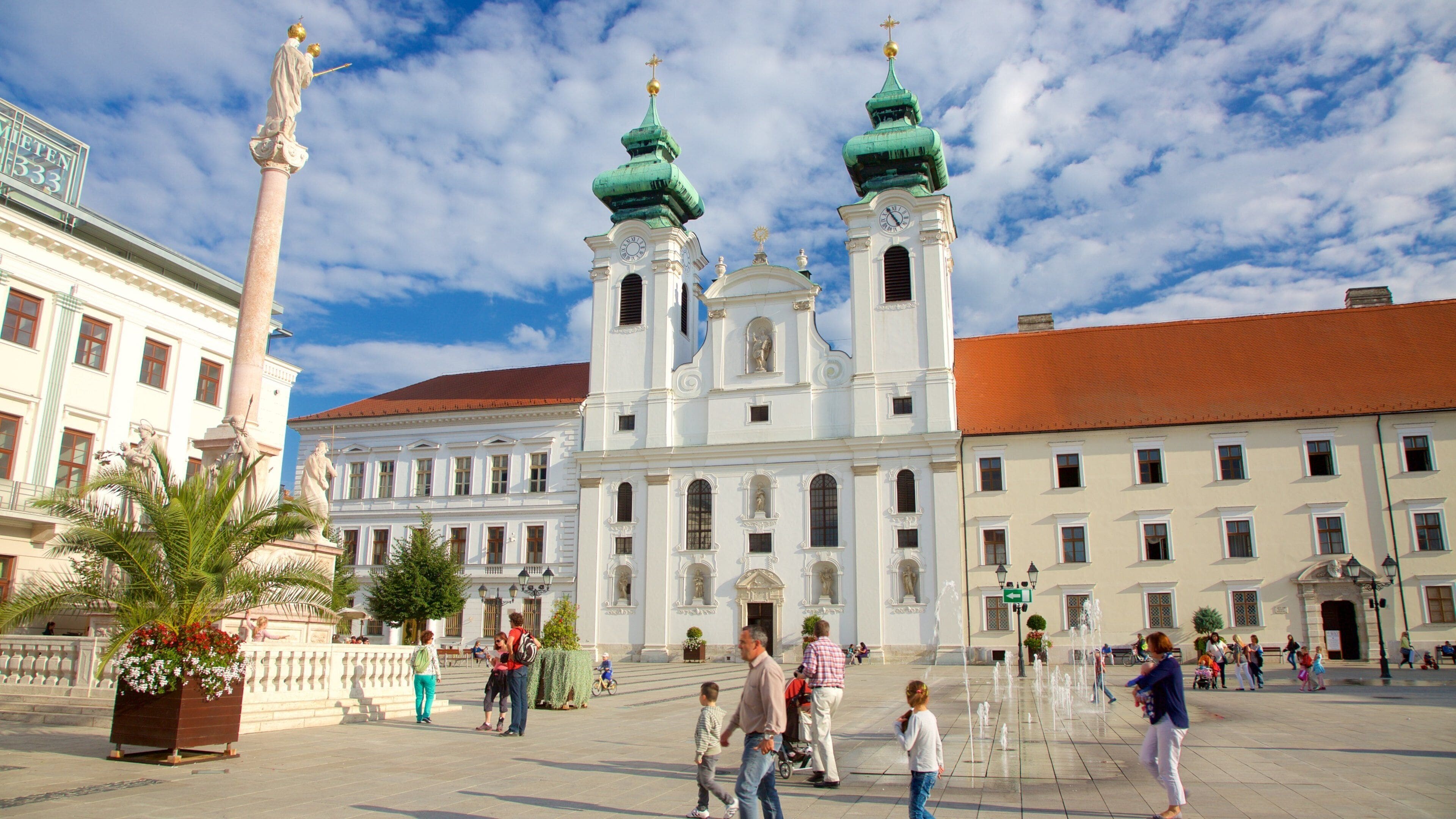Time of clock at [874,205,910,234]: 4:54
